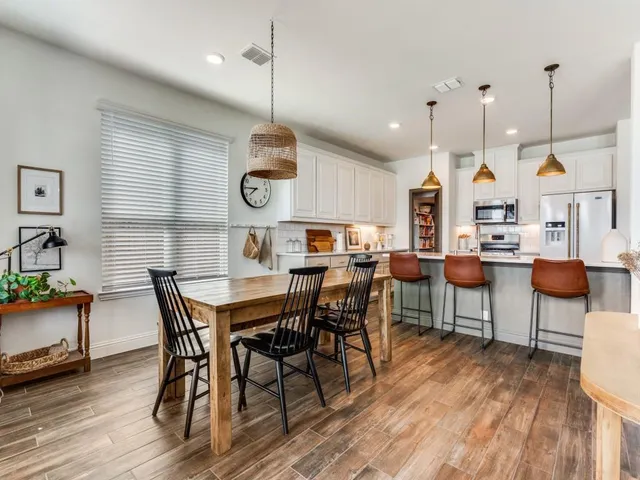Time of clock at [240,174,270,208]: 7:45
